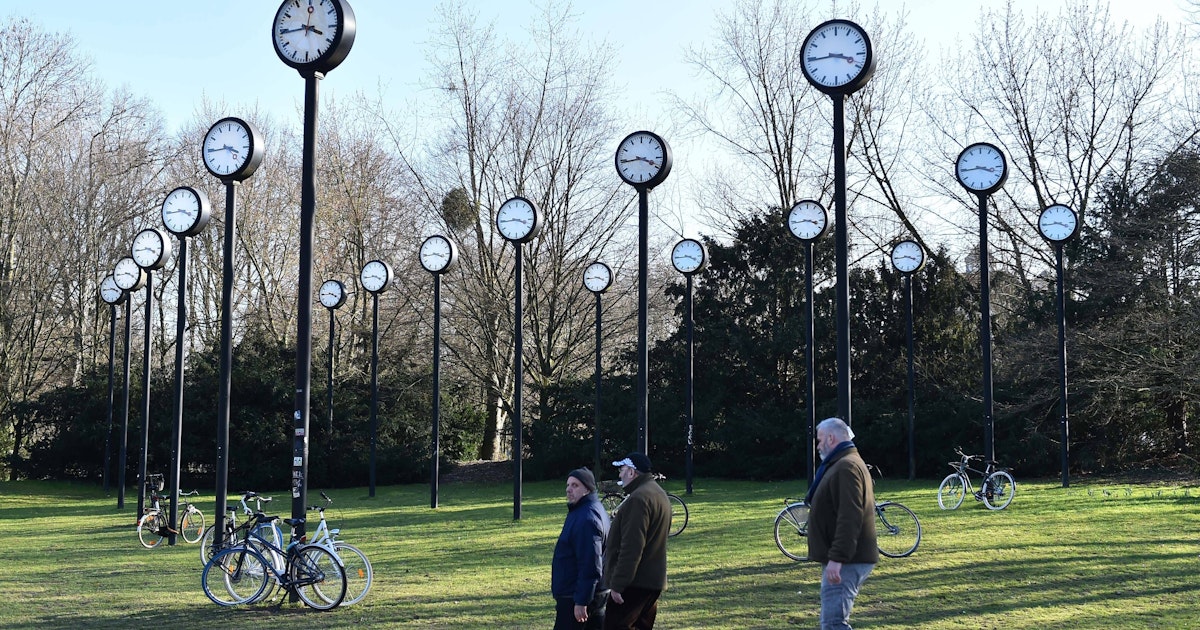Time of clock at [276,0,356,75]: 3:44
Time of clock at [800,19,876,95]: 3:44
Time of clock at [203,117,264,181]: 3:44
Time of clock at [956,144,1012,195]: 3:44
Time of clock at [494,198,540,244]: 3:44
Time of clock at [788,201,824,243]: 3:43
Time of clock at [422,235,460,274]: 3:43
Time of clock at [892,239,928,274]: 3:44
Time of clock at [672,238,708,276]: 3:44
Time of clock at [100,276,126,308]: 3:44
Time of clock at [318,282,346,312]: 3:44
